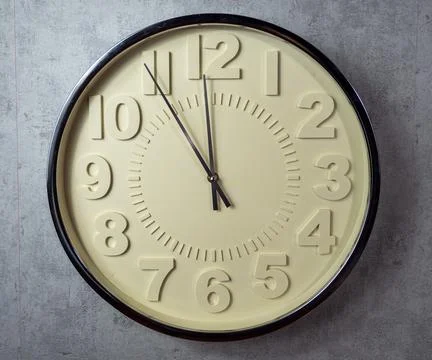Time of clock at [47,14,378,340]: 11:54
